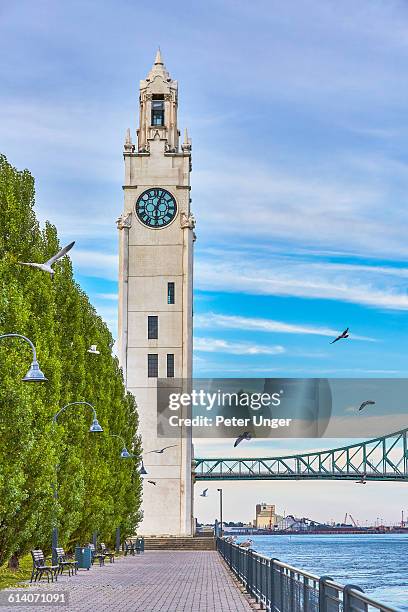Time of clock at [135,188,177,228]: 6:03
